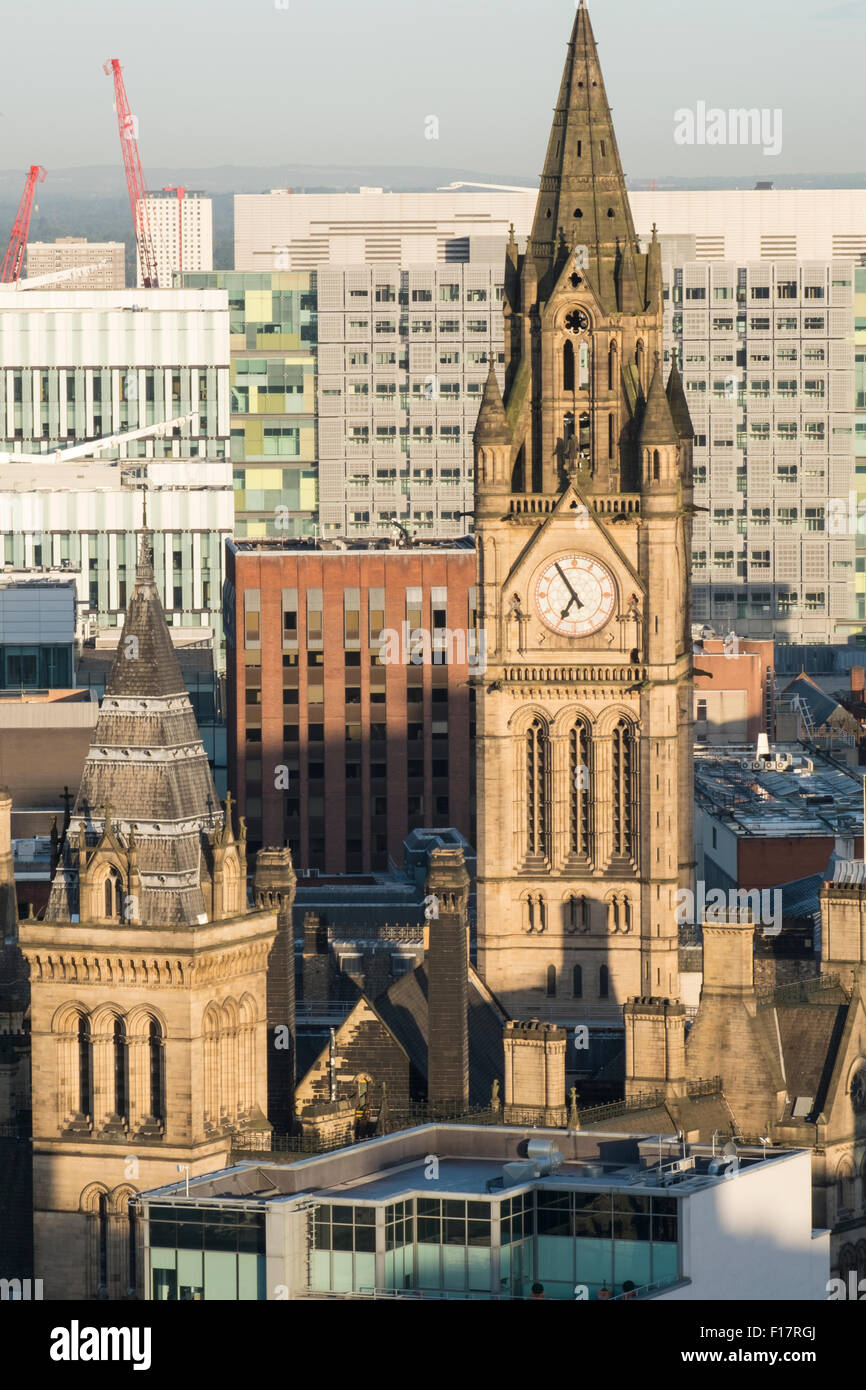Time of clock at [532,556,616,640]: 6:54
